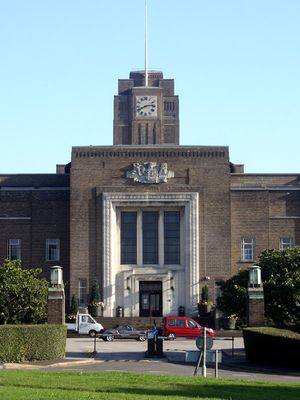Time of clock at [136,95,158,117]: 8:13
